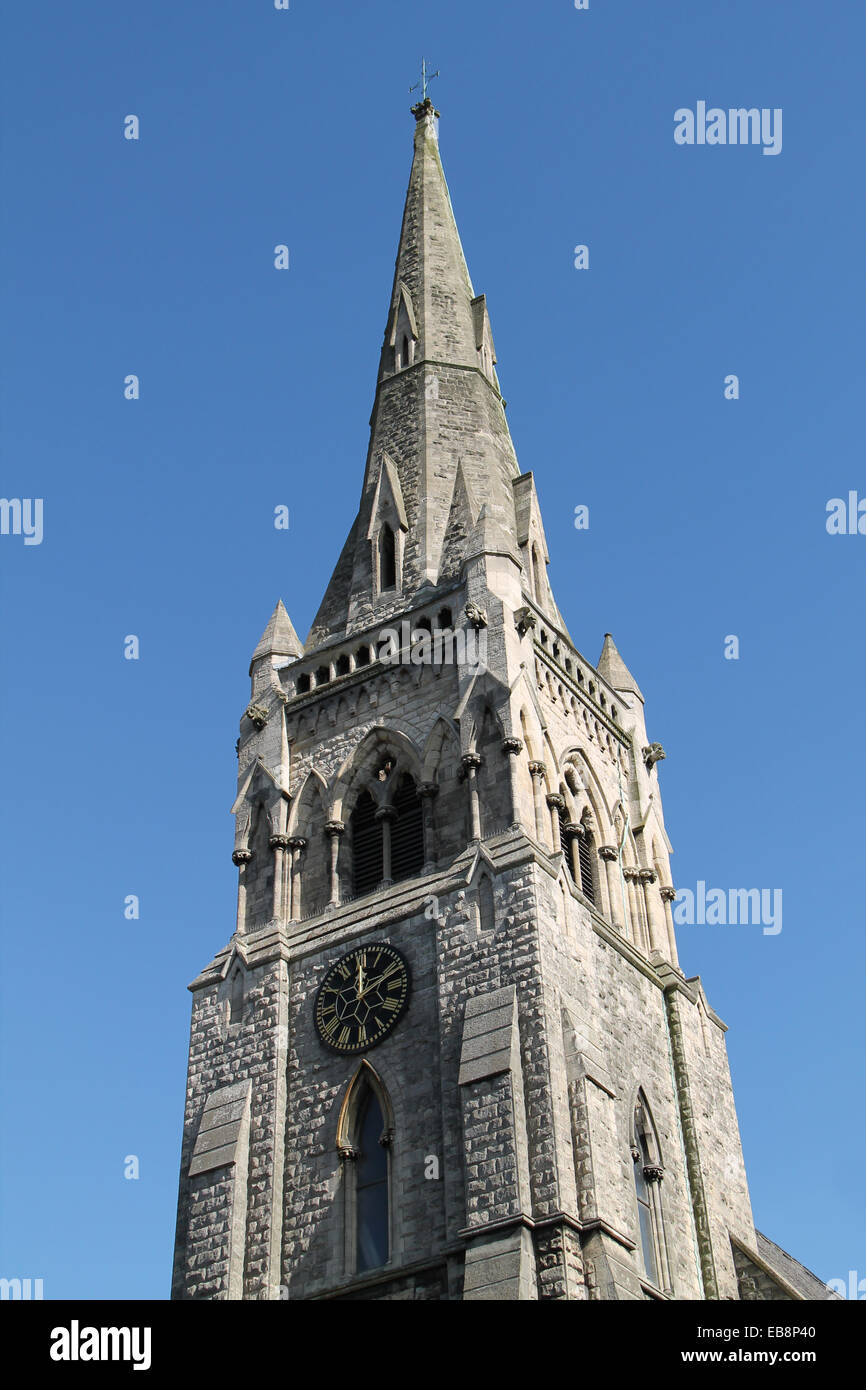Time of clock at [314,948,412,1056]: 12:11
